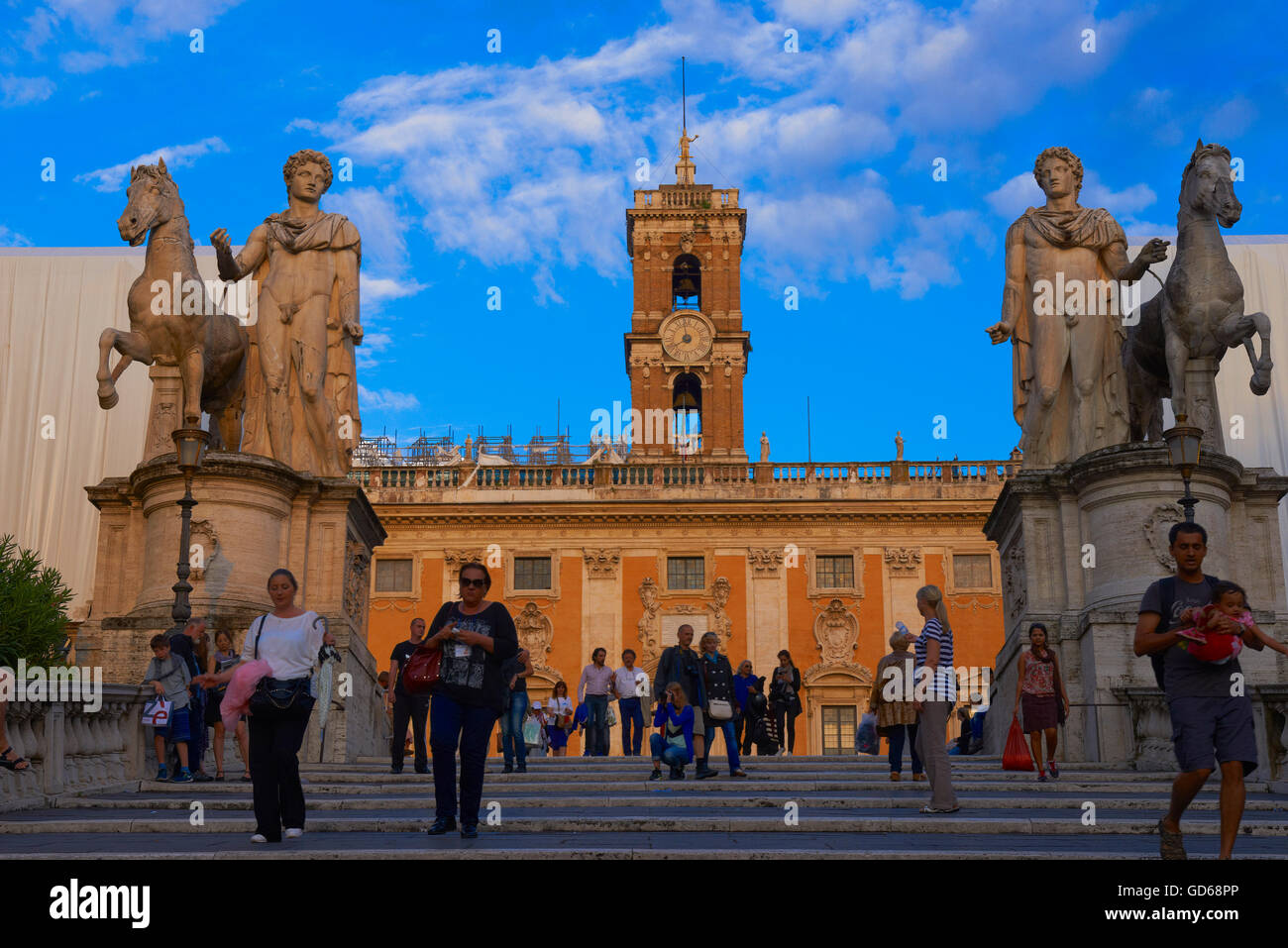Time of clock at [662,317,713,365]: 7:58
